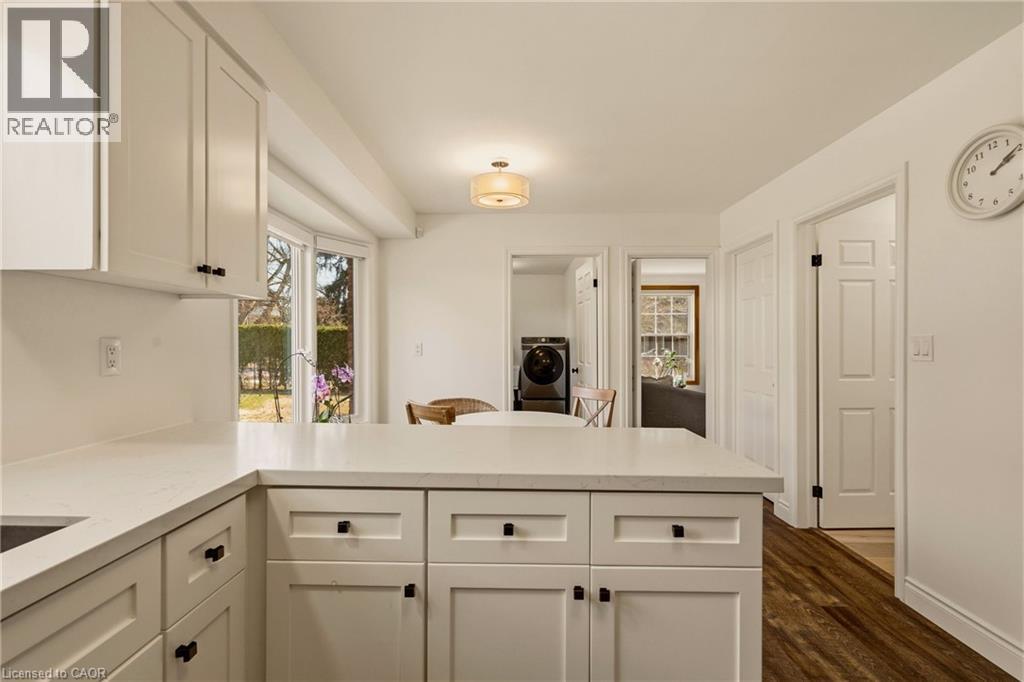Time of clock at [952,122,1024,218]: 2:09
